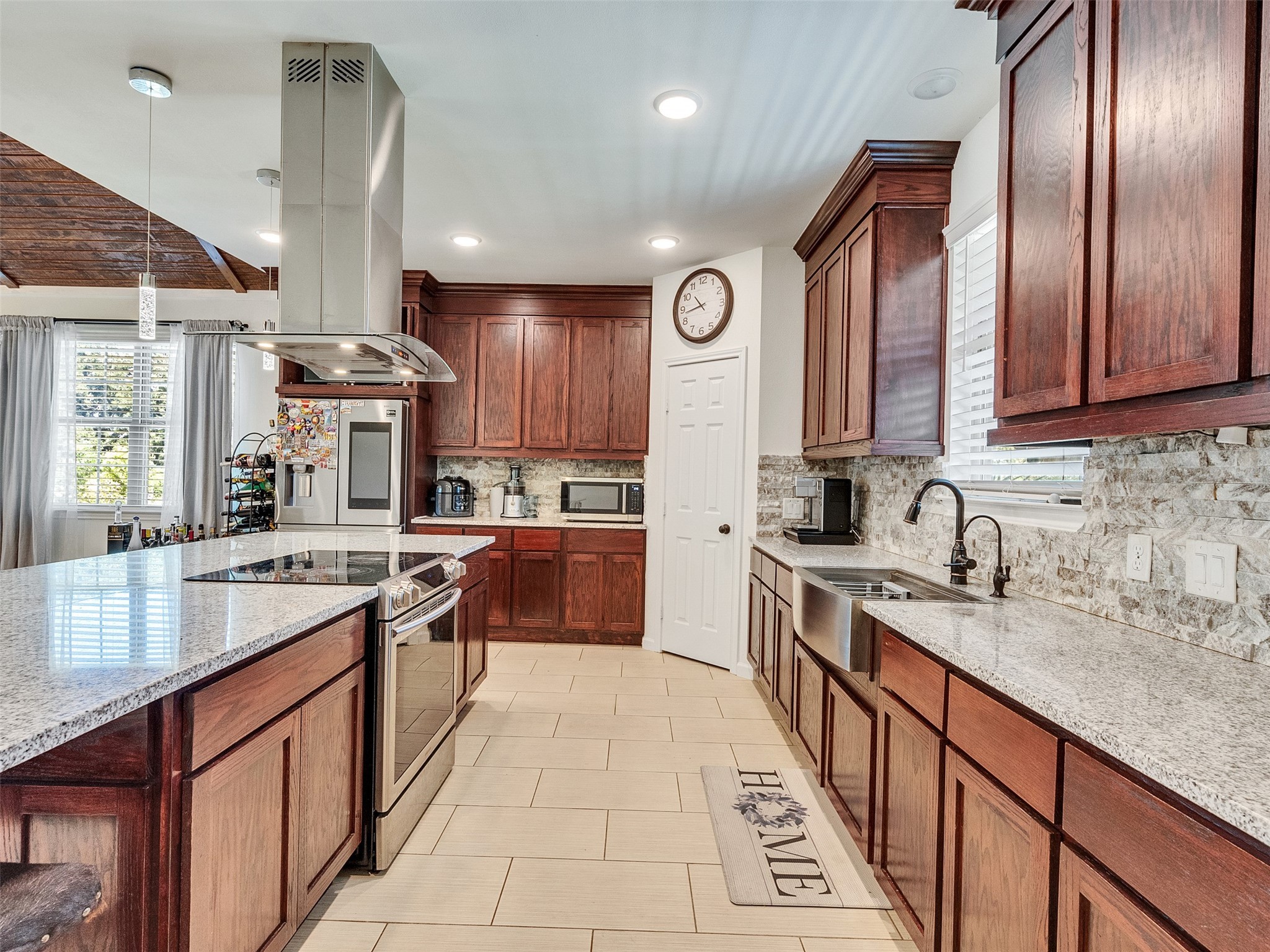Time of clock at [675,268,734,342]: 10:43
